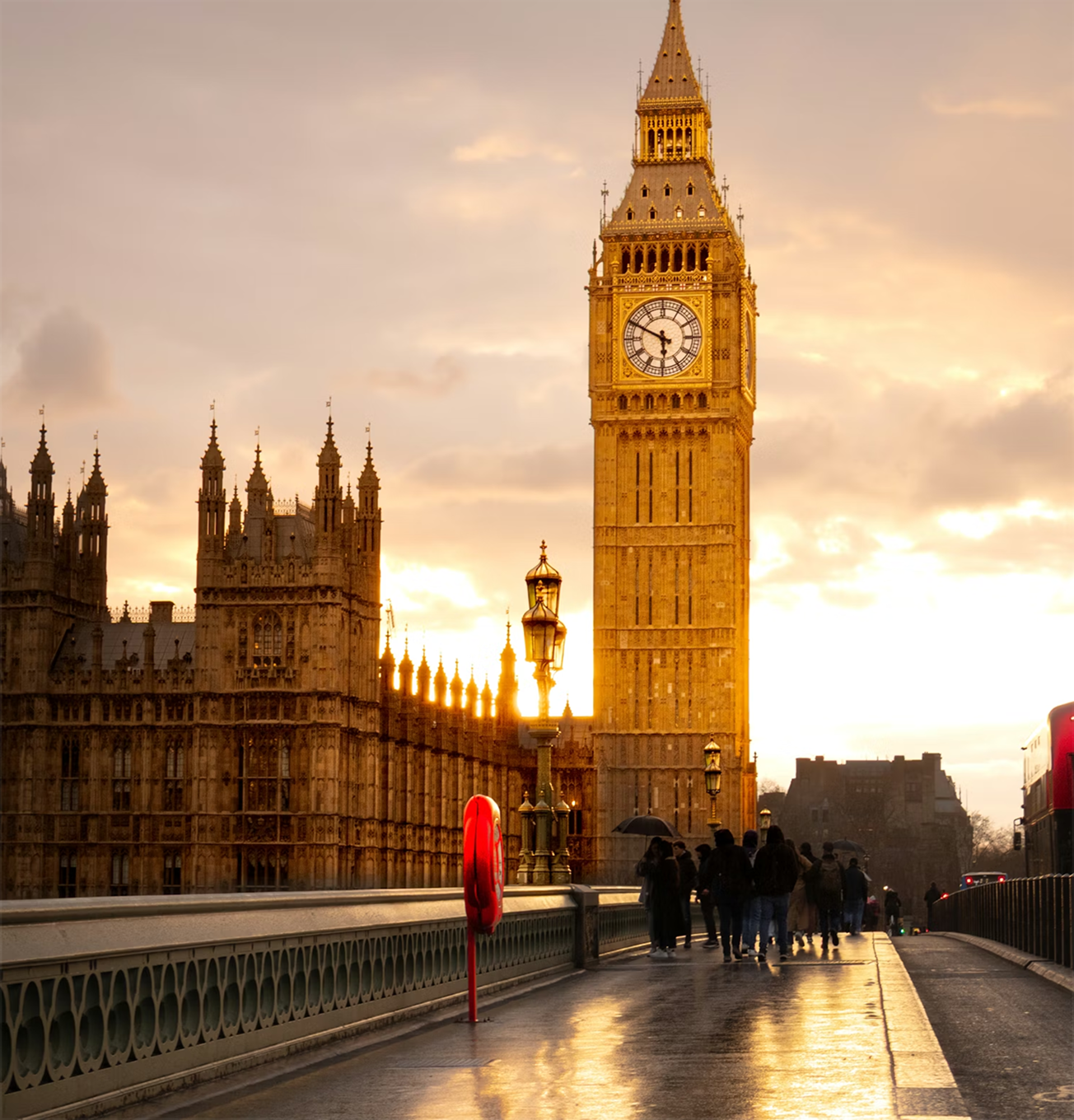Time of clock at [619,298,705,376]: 5:49
